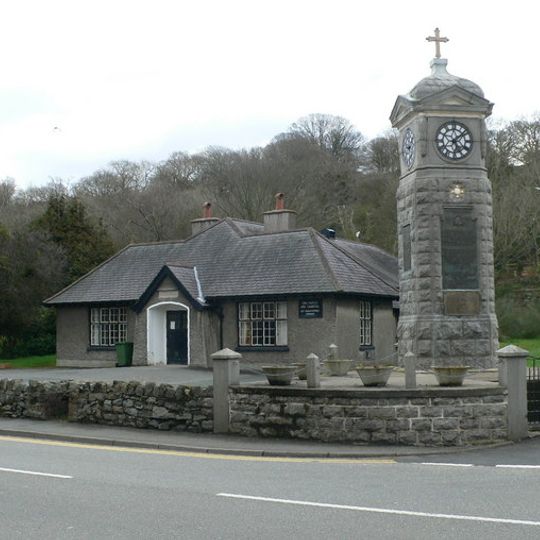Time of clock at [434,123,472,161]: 5:08
